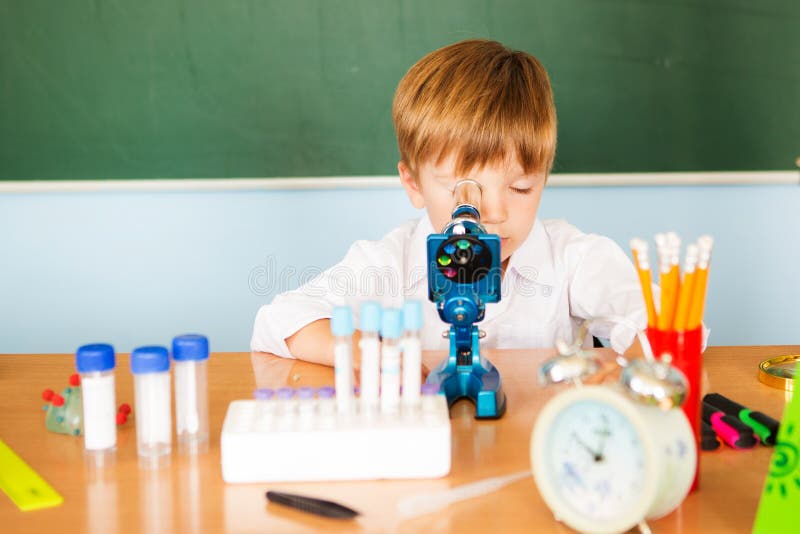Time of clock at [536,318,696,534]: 10:02
